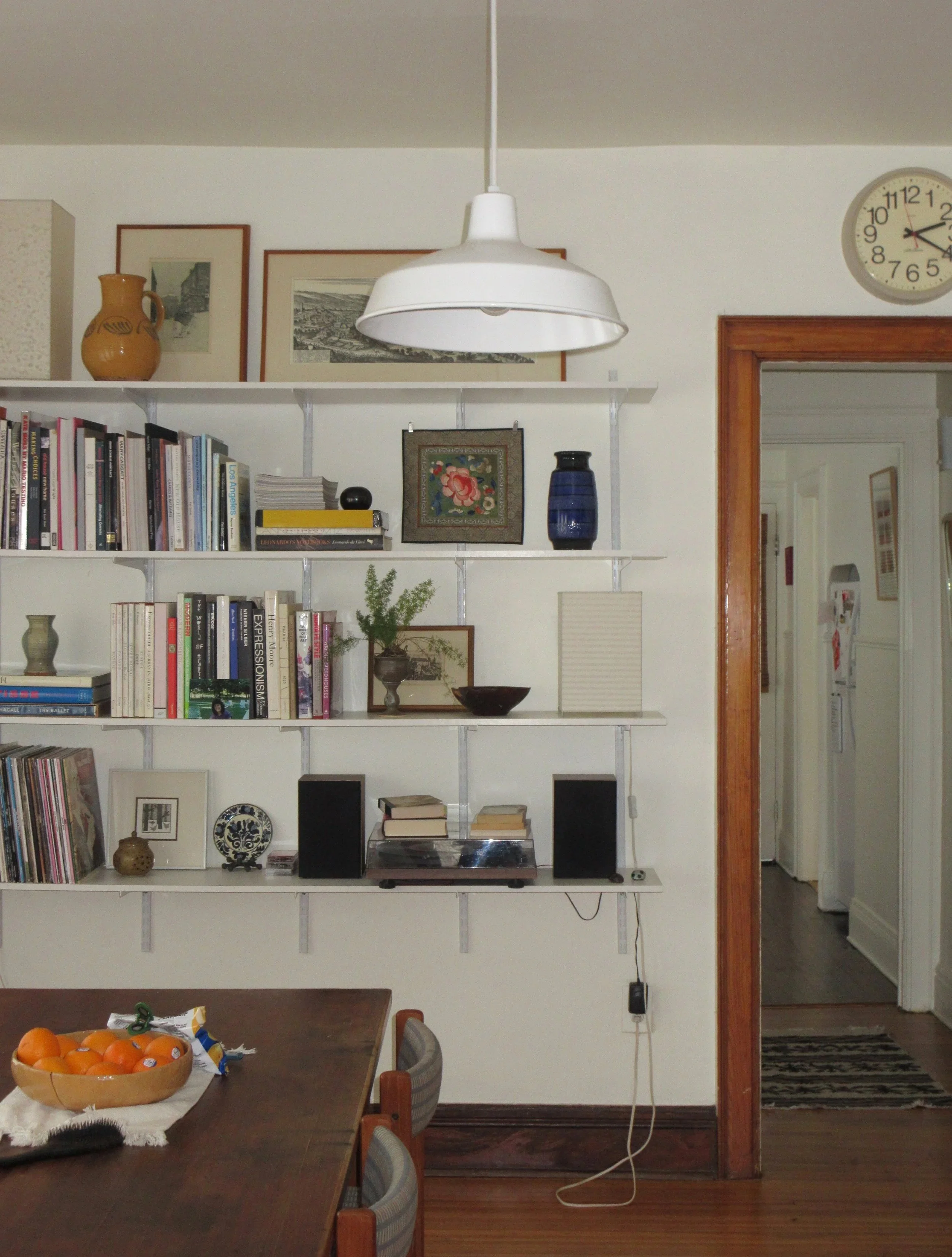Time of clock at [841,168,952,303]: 2:19
